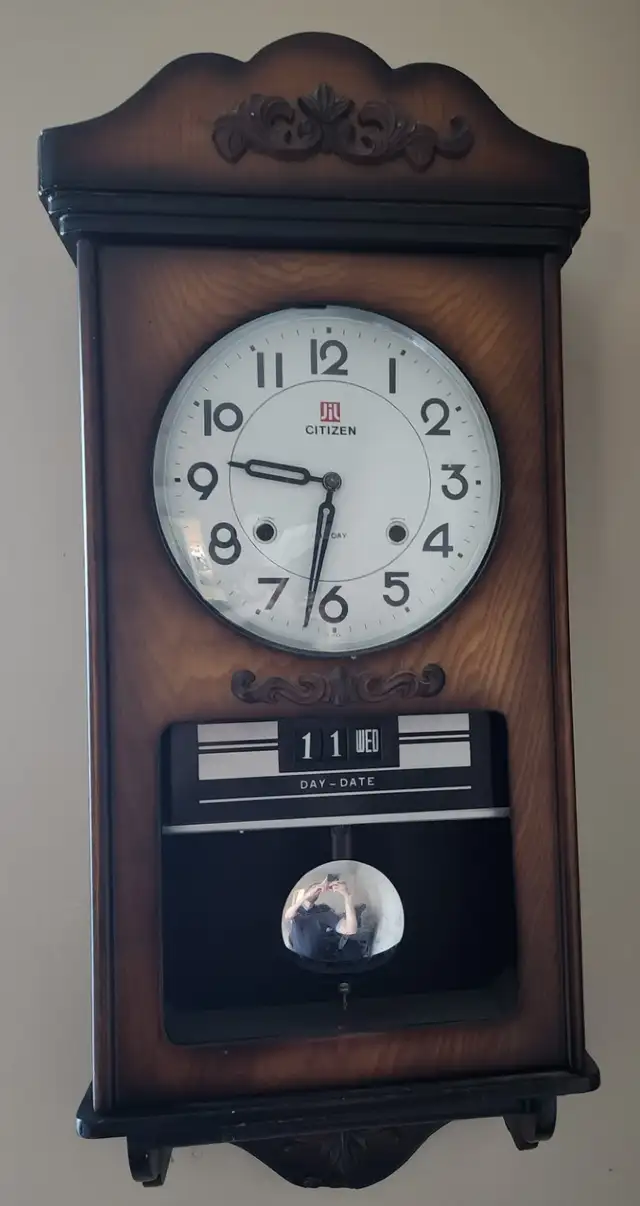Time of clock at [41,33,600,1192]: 9:32
